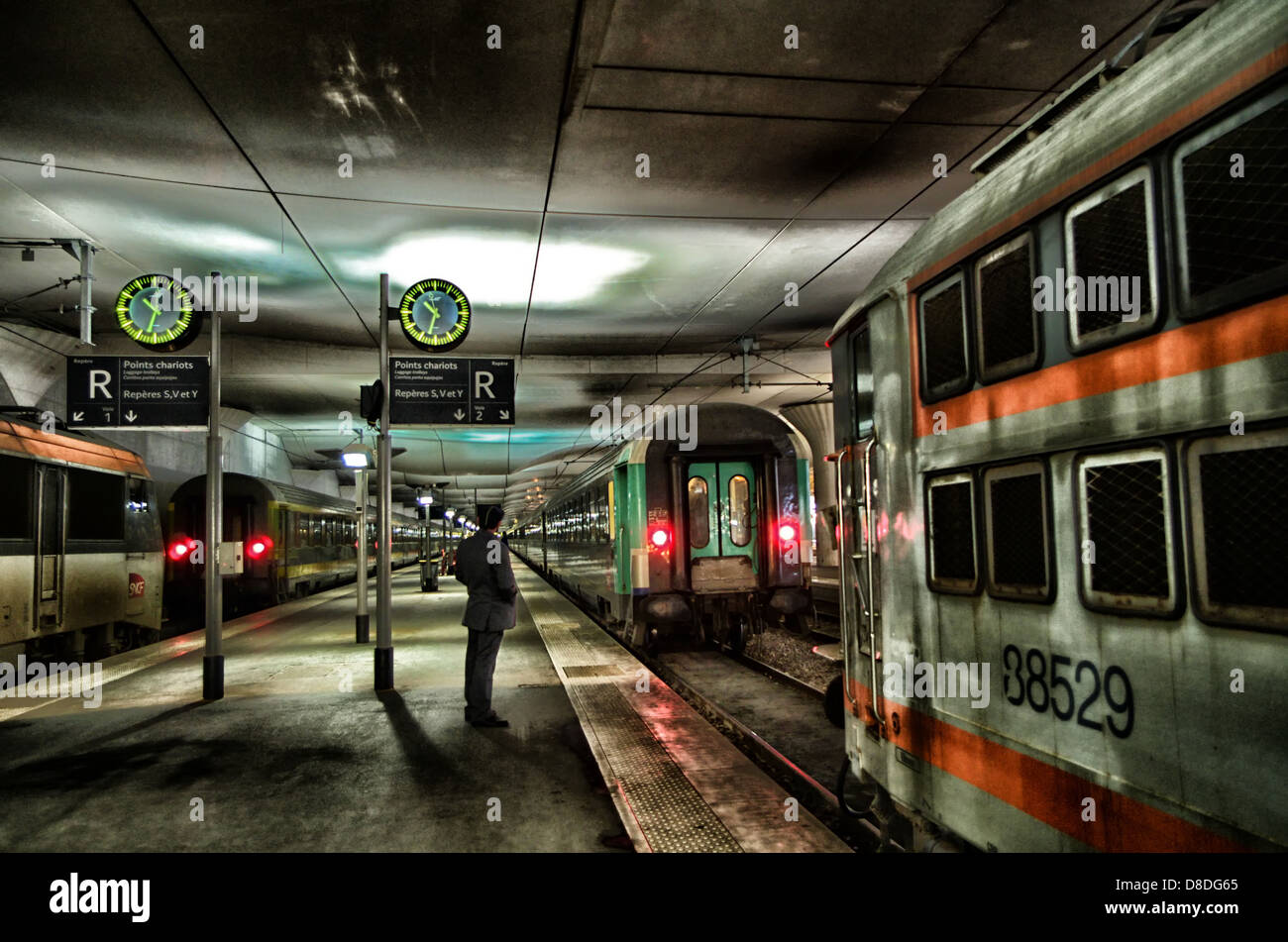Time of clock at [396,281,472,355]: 10:32
